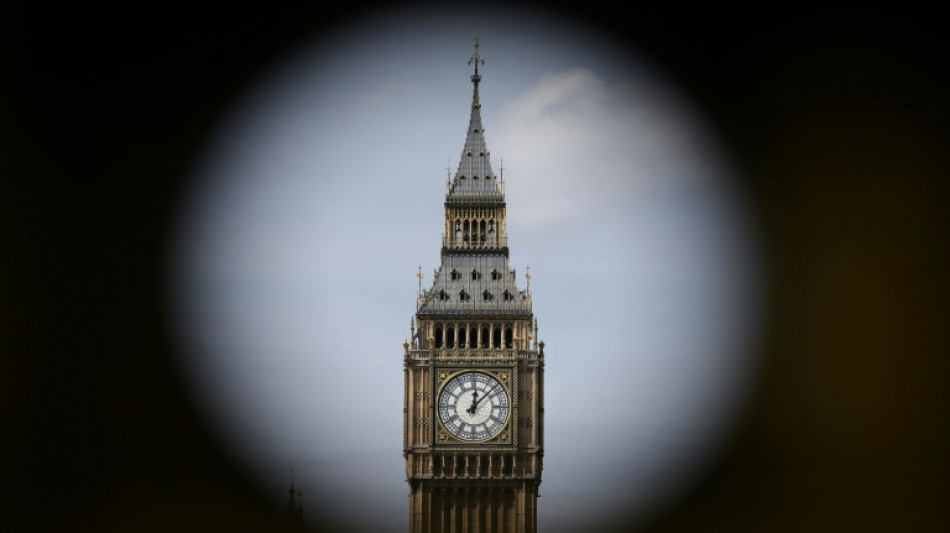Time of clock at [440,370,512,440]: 12:07
